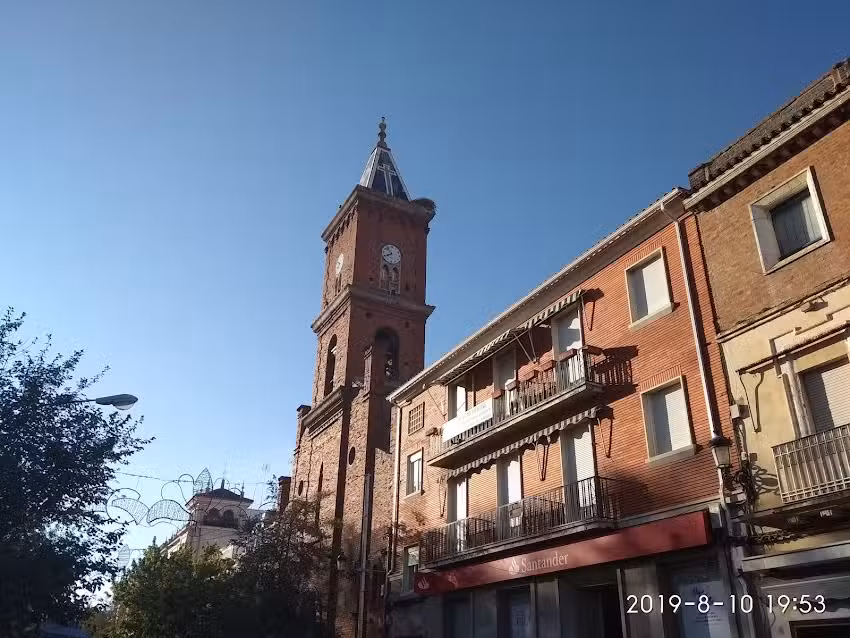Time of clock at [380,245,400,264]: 7:52
